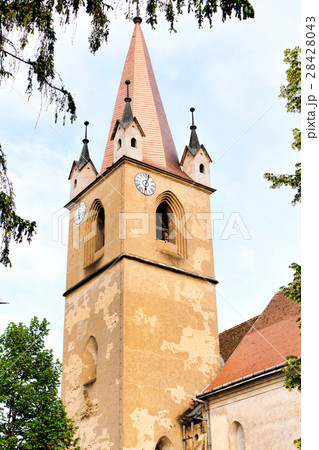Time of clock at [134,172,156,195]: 6:03
